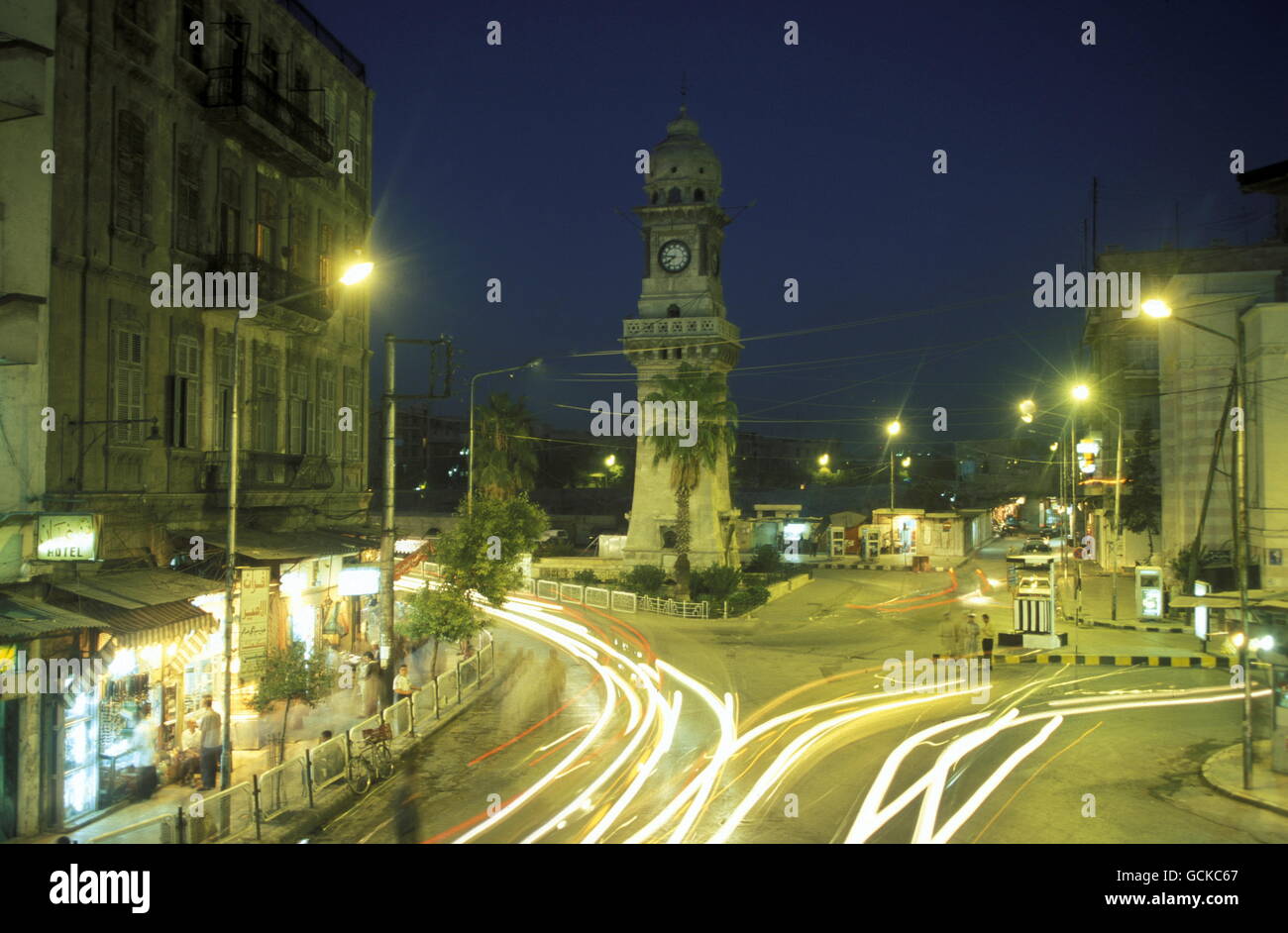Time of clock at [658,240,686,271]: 7:46
